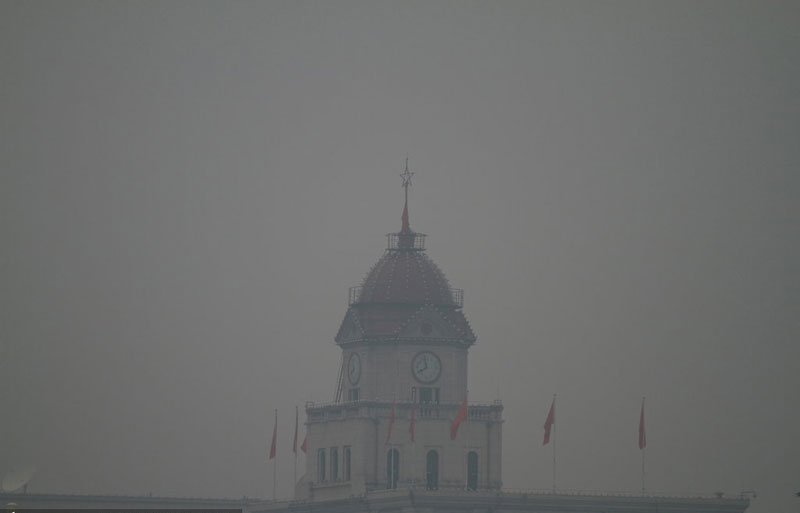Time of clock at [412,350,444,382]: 7:58
